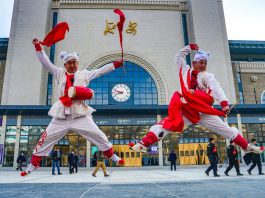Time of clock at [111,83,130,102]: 8:48
